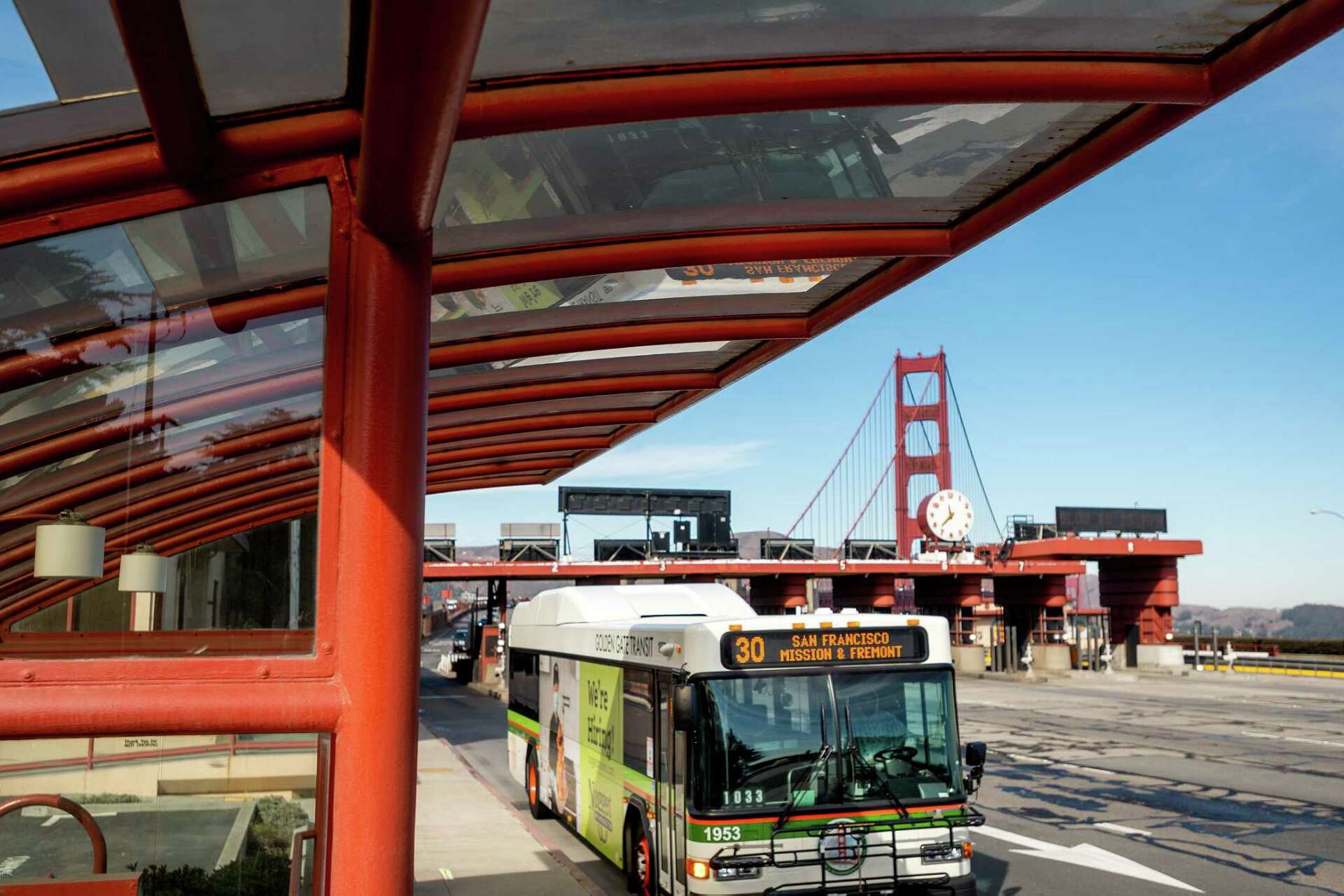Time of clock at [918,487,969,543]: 11:37
